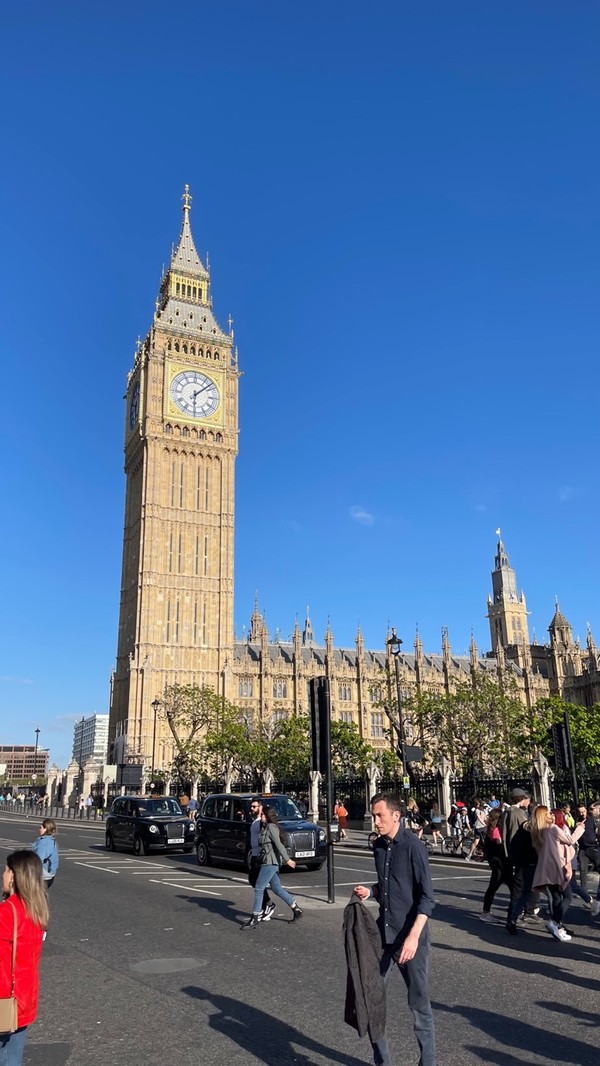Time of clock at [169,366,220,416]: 6:07
